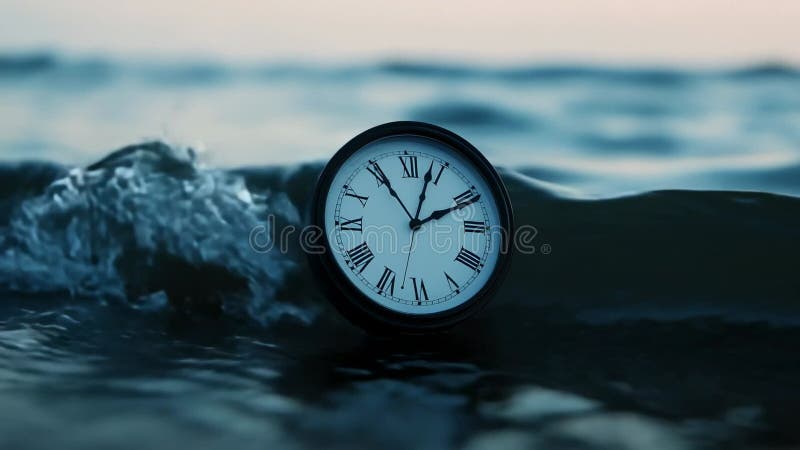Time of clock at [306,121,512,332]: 2:03
